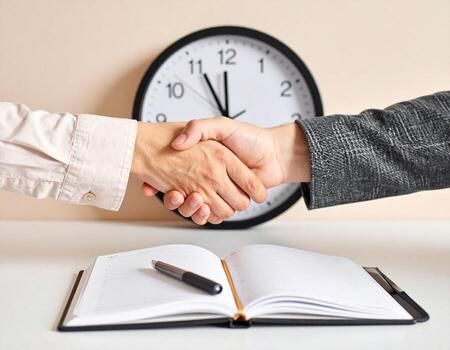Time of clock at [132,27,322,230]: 11:55
